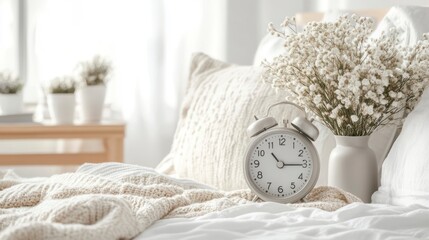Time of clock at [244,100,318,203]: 10:14
